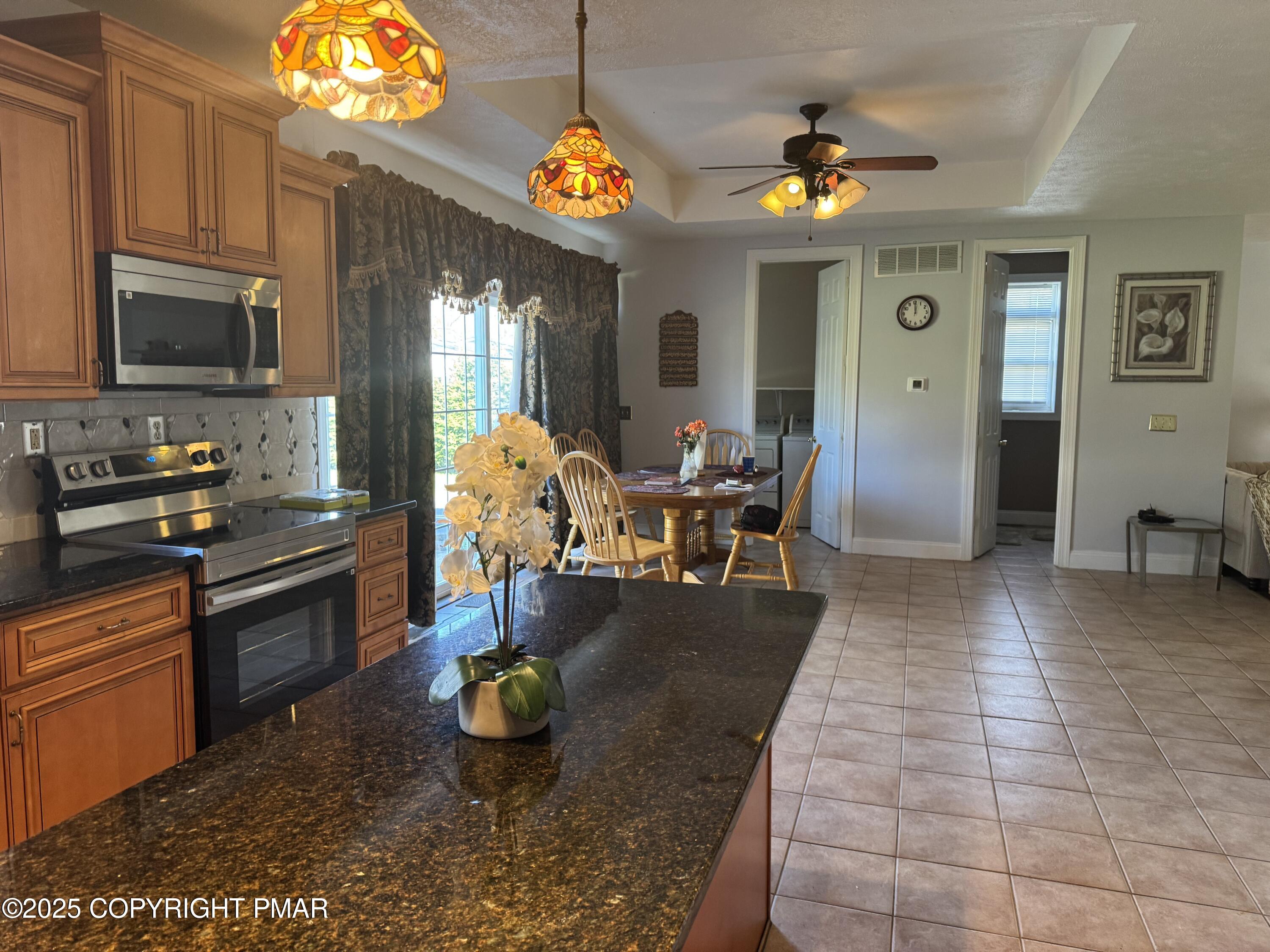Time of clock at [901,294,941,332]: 12:00
